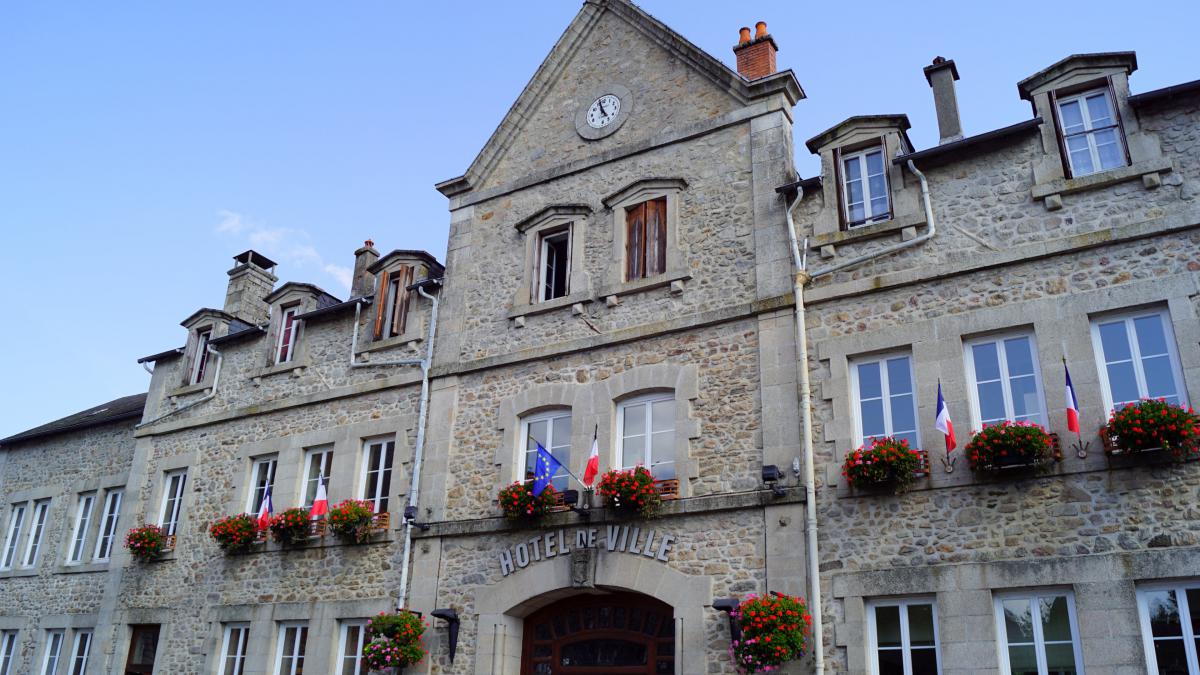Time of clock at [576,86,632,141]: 4:57
